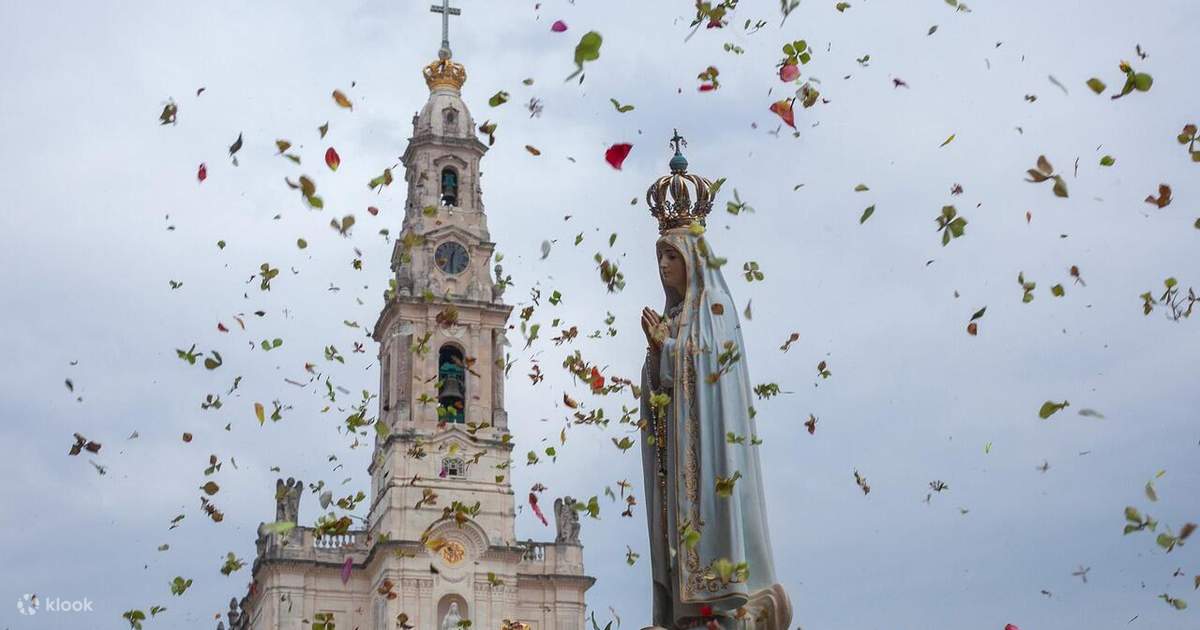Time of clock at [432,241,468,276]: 12:30
